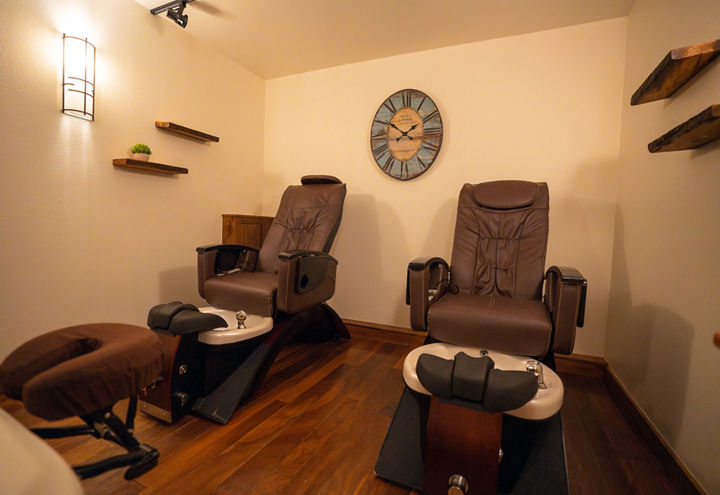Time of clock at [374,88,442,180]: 1:50
